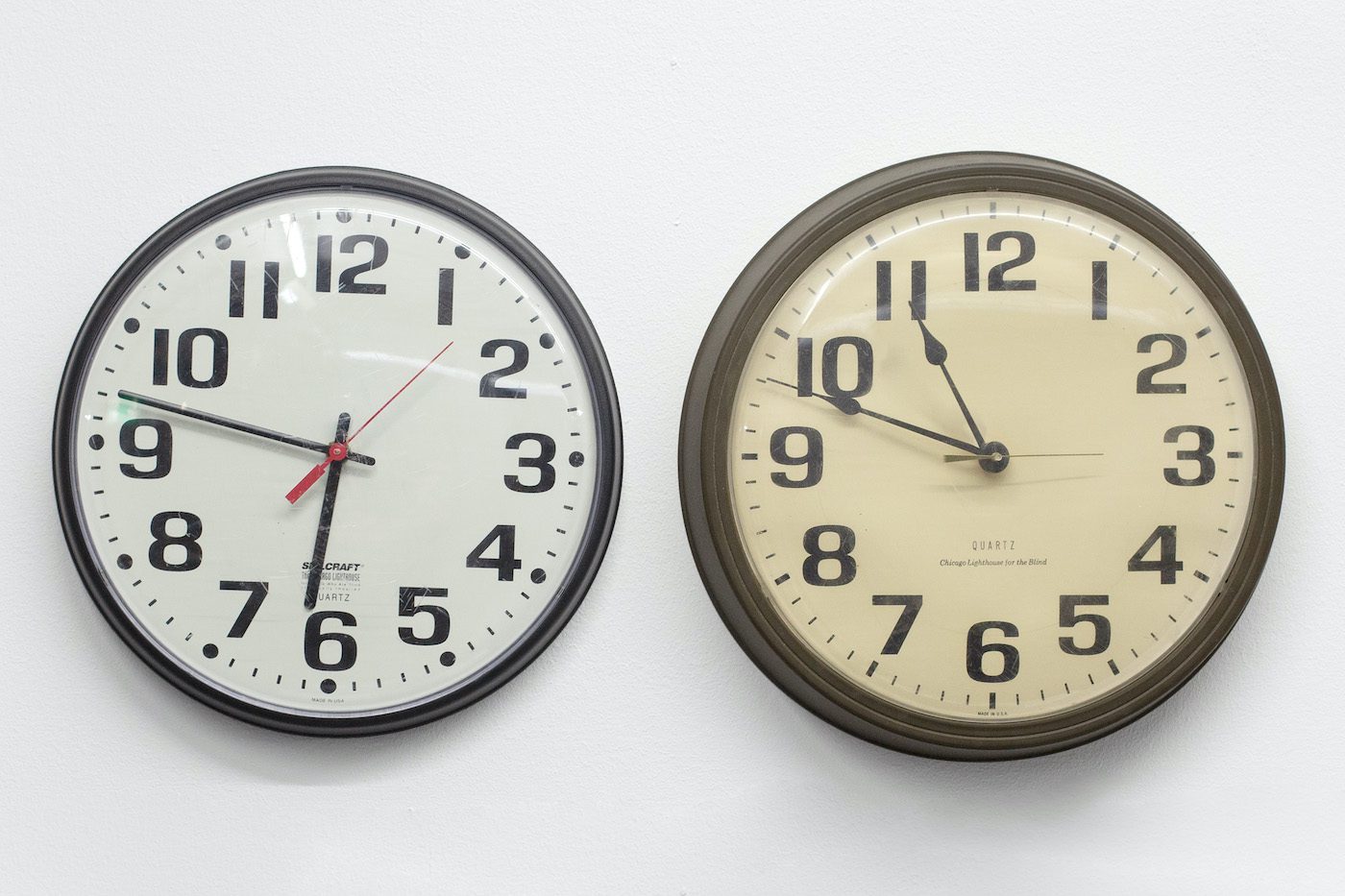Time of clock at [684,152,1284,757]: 10:48
